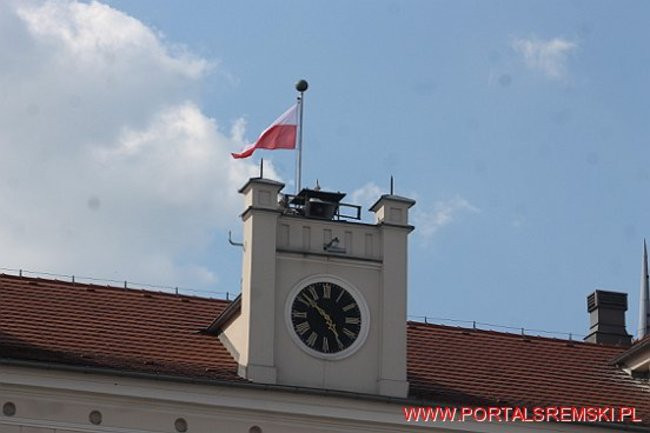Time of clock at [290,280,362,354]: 4:51
